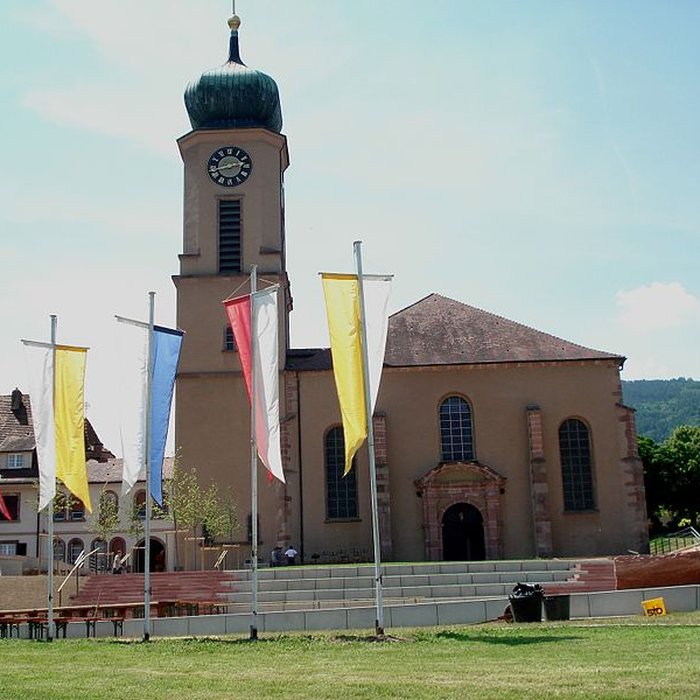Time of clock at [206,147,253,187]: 2:42
